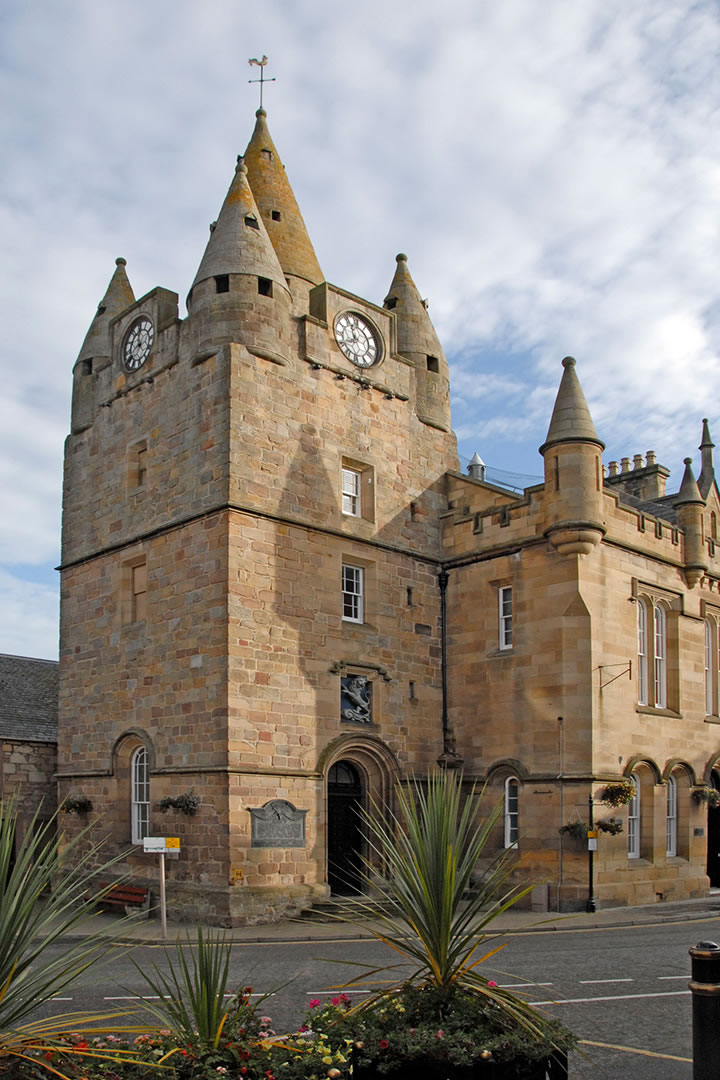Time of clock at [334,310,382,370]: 10:40
